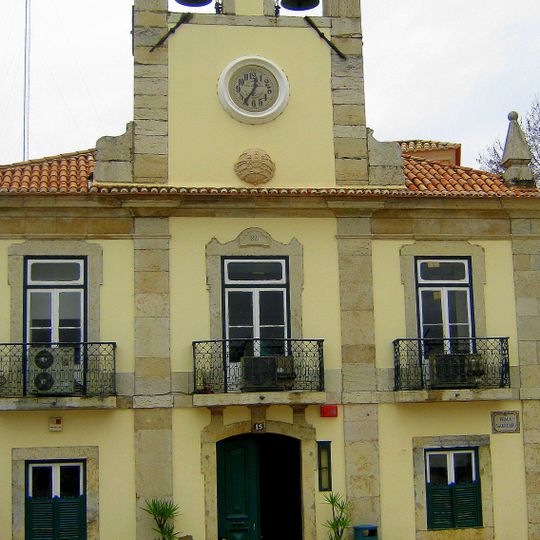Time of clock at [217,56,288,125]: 12:36
